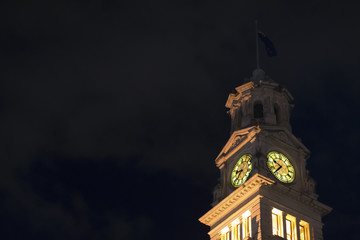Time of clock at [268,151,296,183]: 9:36
